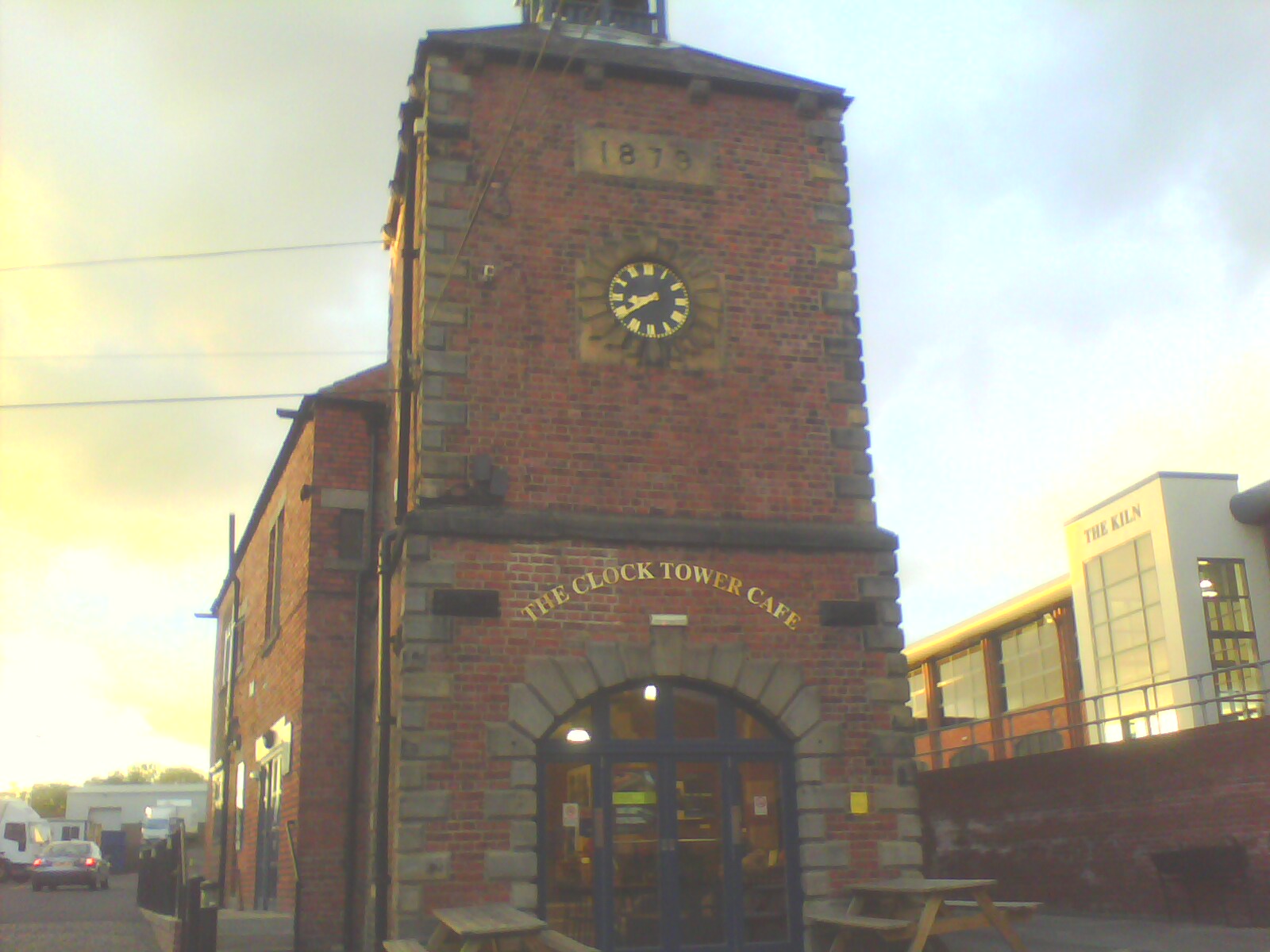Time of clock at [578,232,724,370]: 8:38
